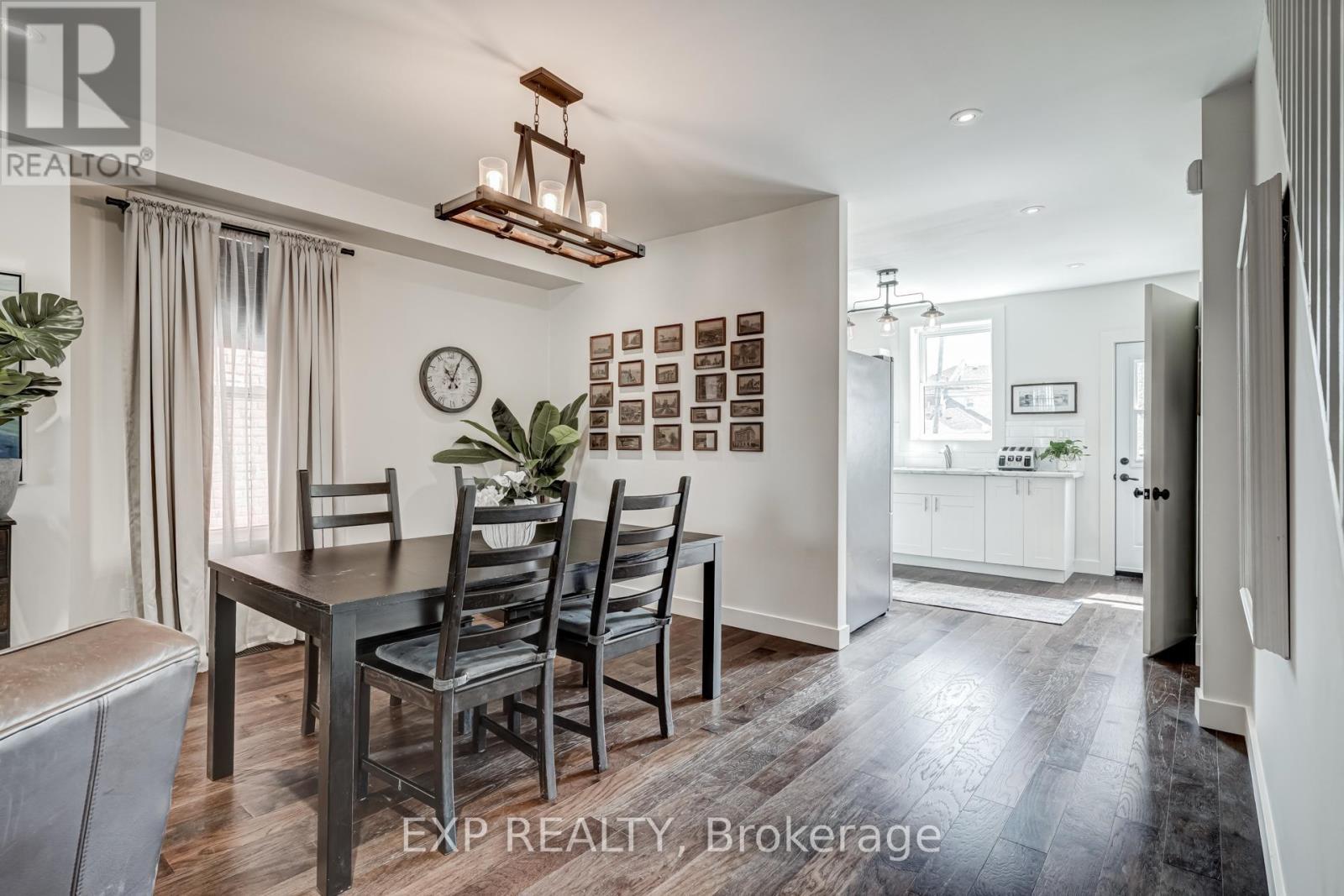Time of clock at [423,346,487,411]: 11:04
